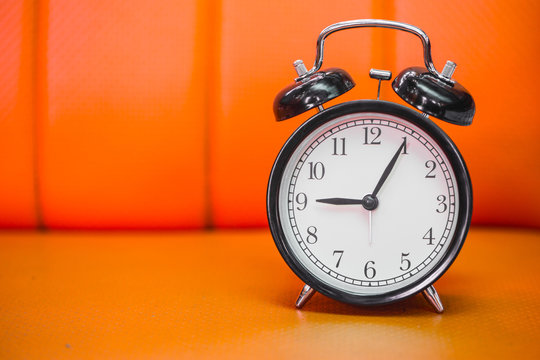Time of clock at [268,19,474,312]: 9:05
